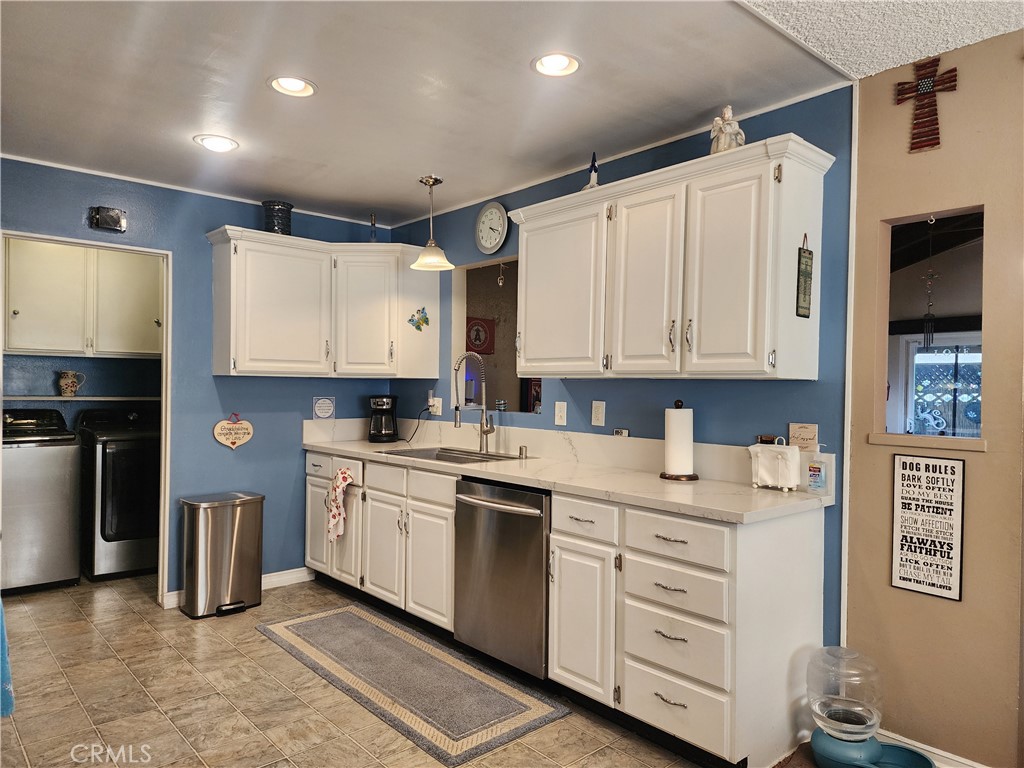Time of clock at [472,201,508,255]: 4:18
